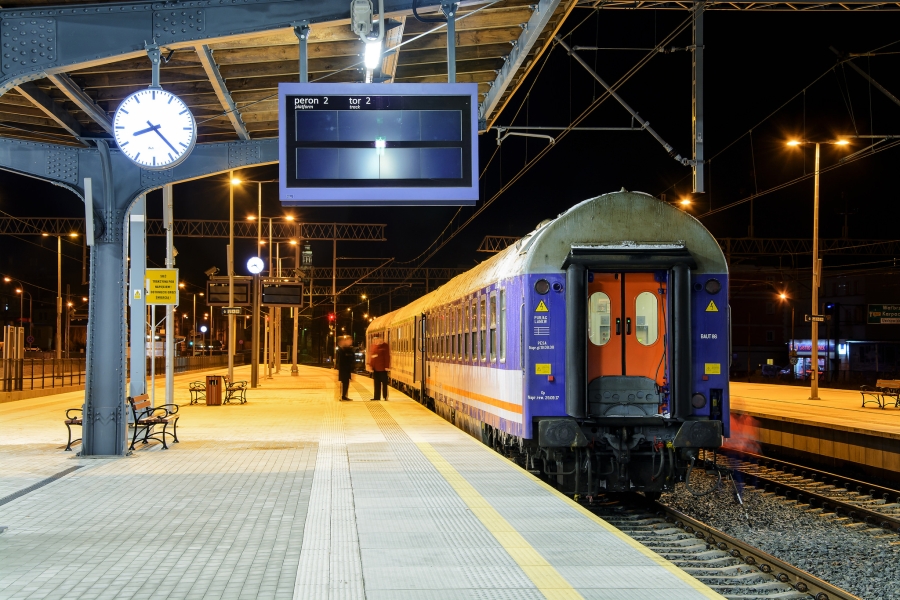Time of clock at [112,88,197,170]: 8:22
